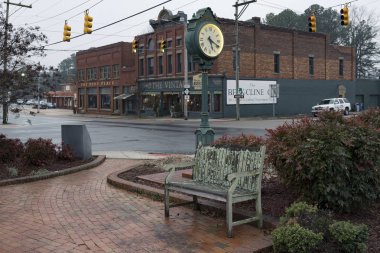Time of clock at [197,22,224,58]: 5:19
